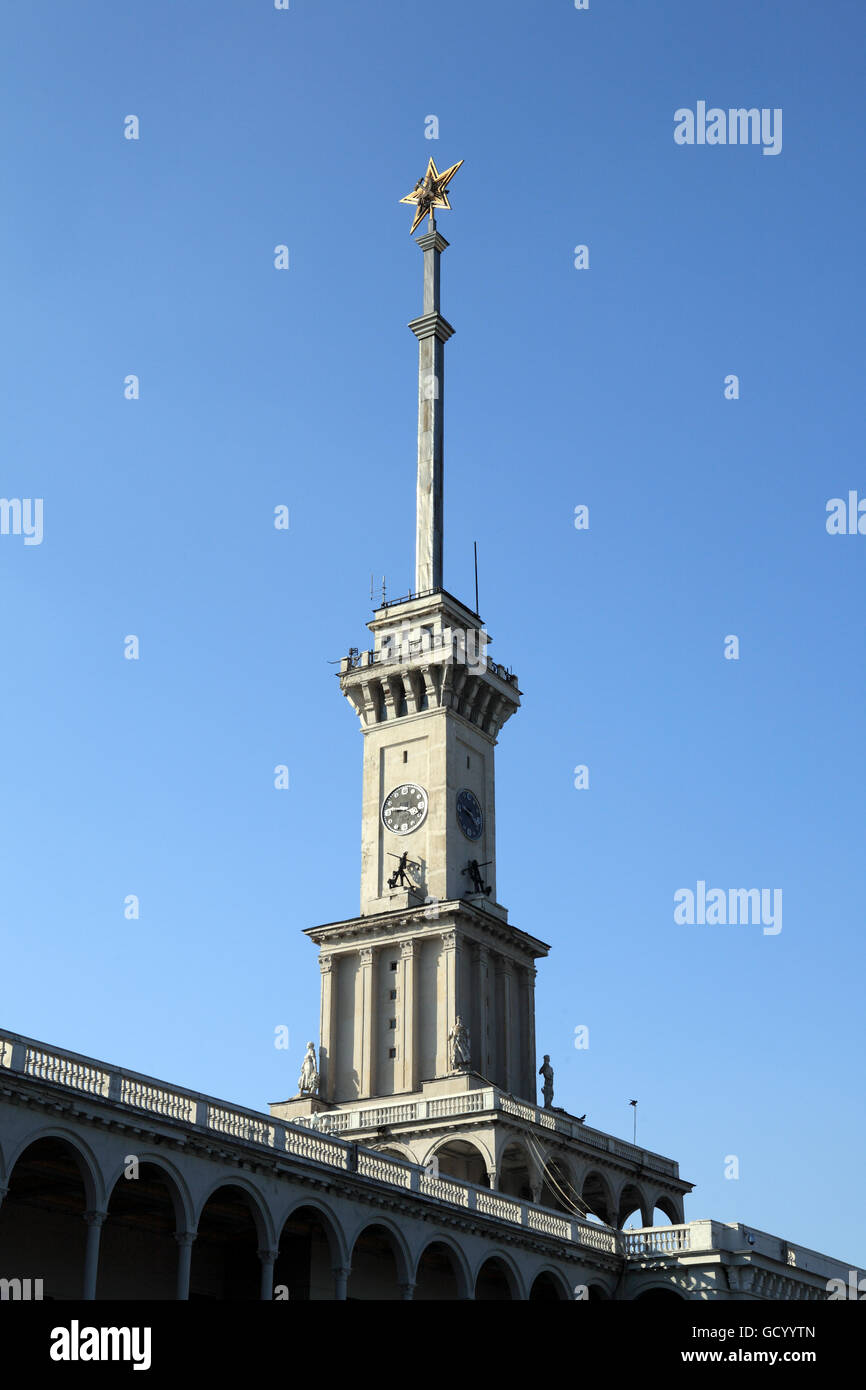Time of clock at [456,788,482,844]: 9:22
